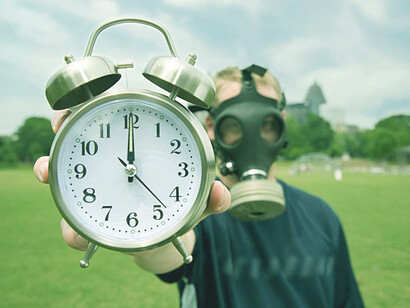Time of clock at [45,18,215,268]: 12:00
